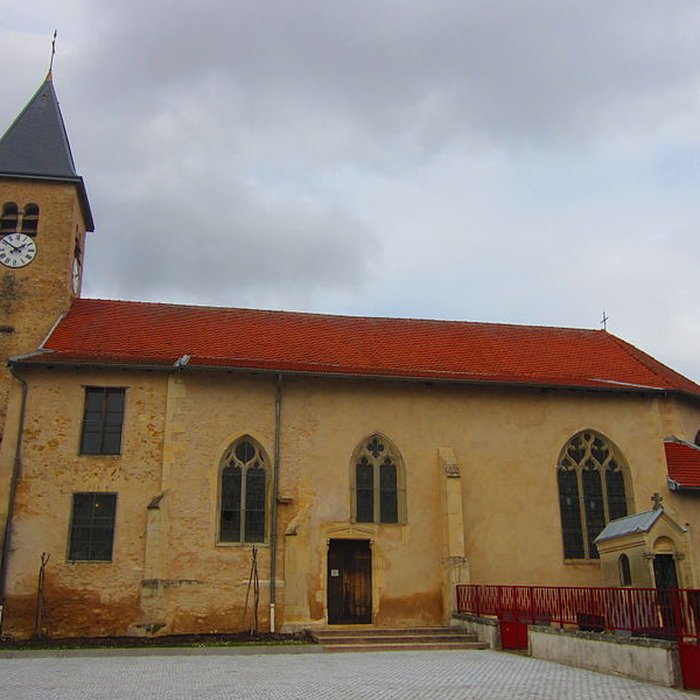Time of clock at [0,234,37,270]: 1:50
